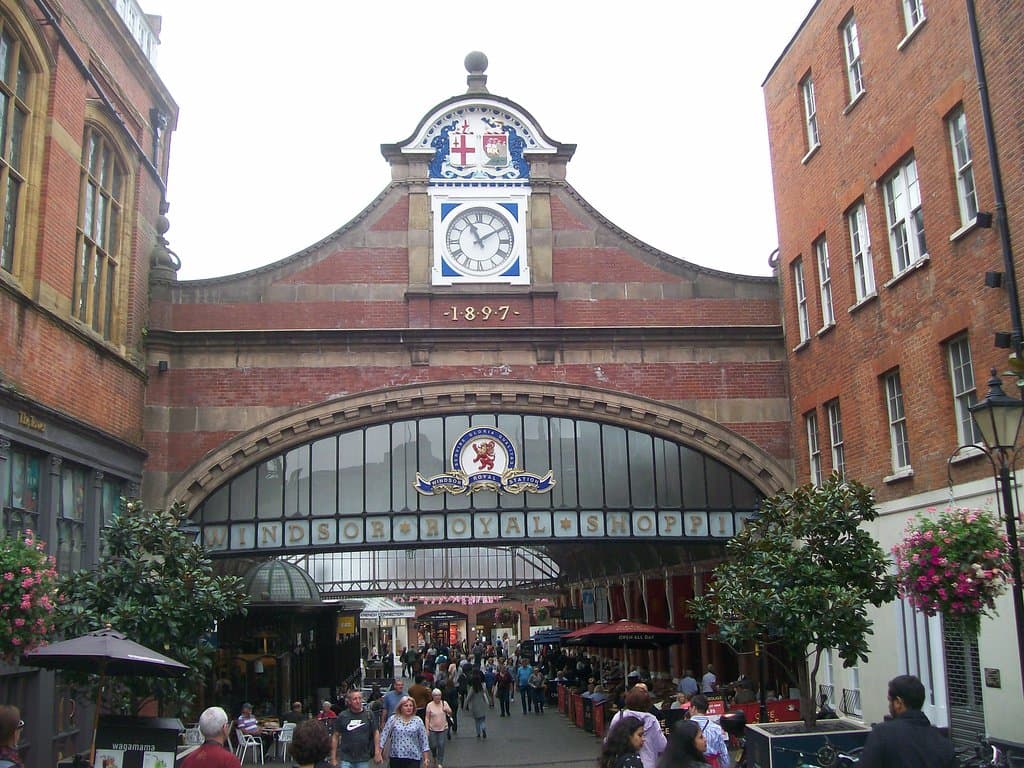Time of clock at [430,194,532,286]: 11:09
